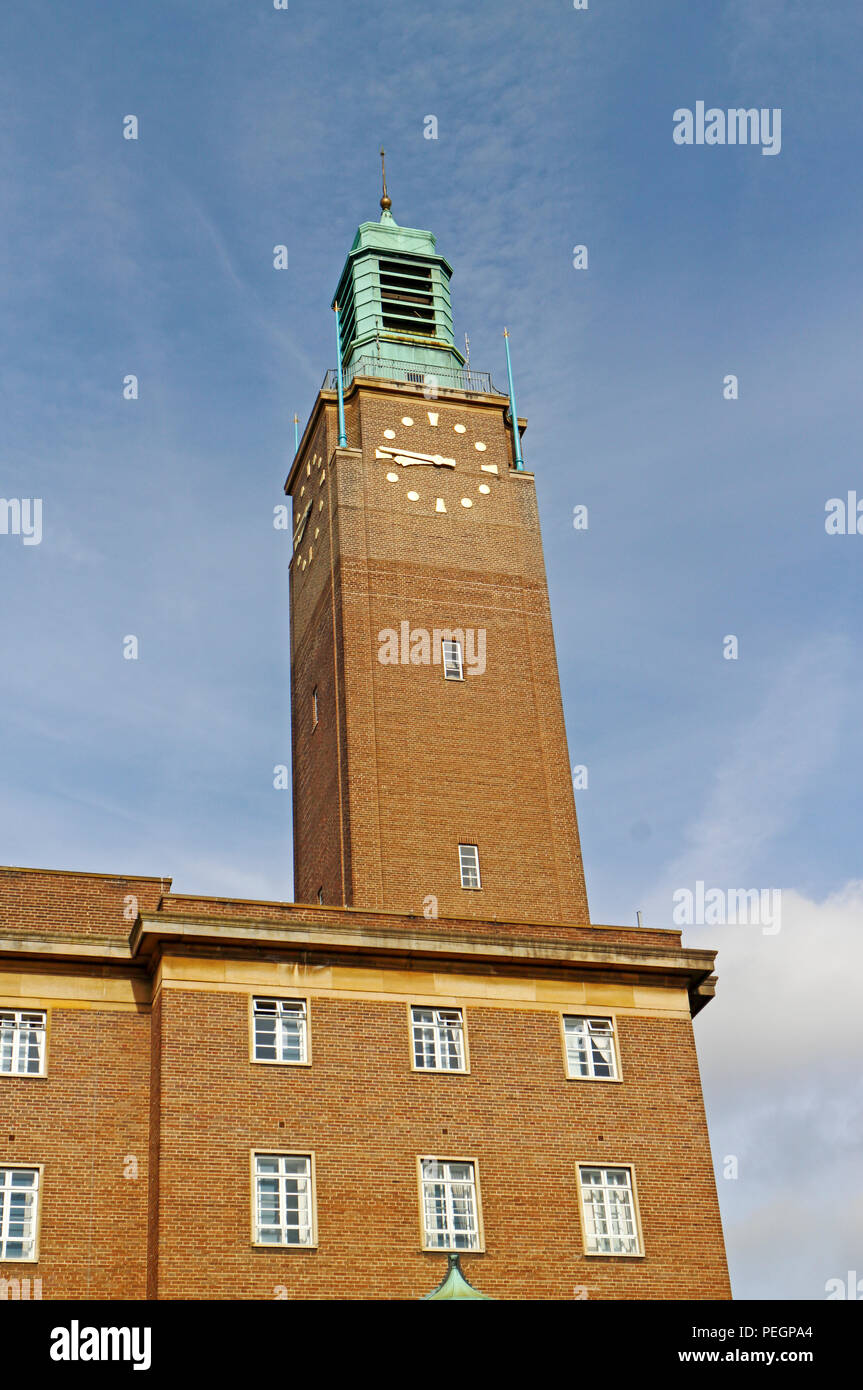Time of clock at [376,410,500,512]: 8:46
